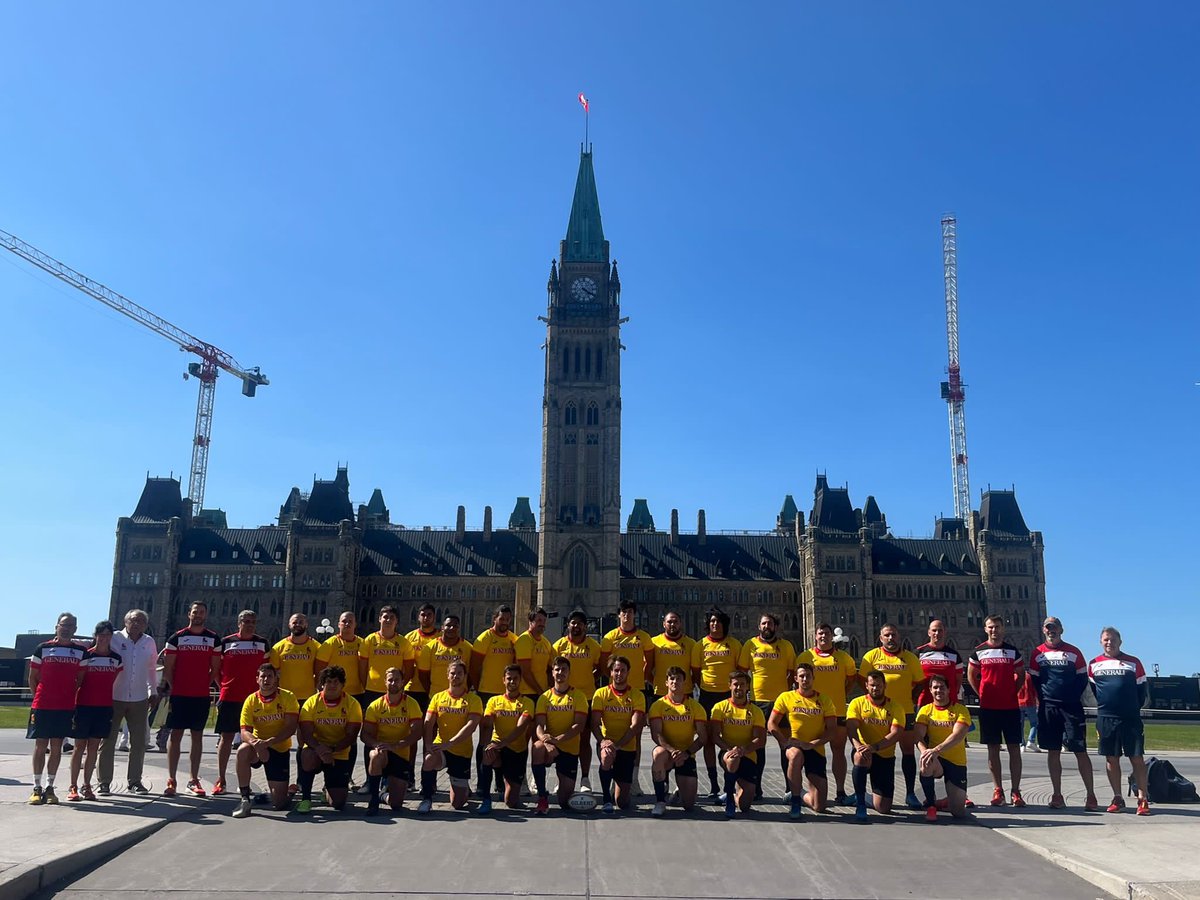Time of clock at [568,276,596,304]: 4:20
